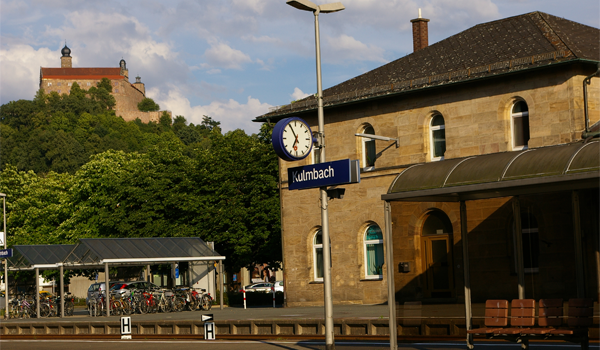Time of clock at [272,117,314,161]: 6:55
